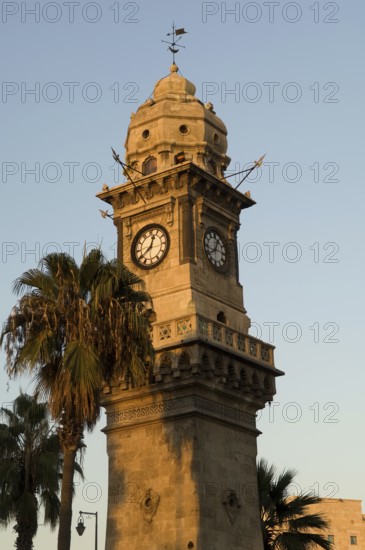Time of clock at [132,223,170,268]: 12:39
